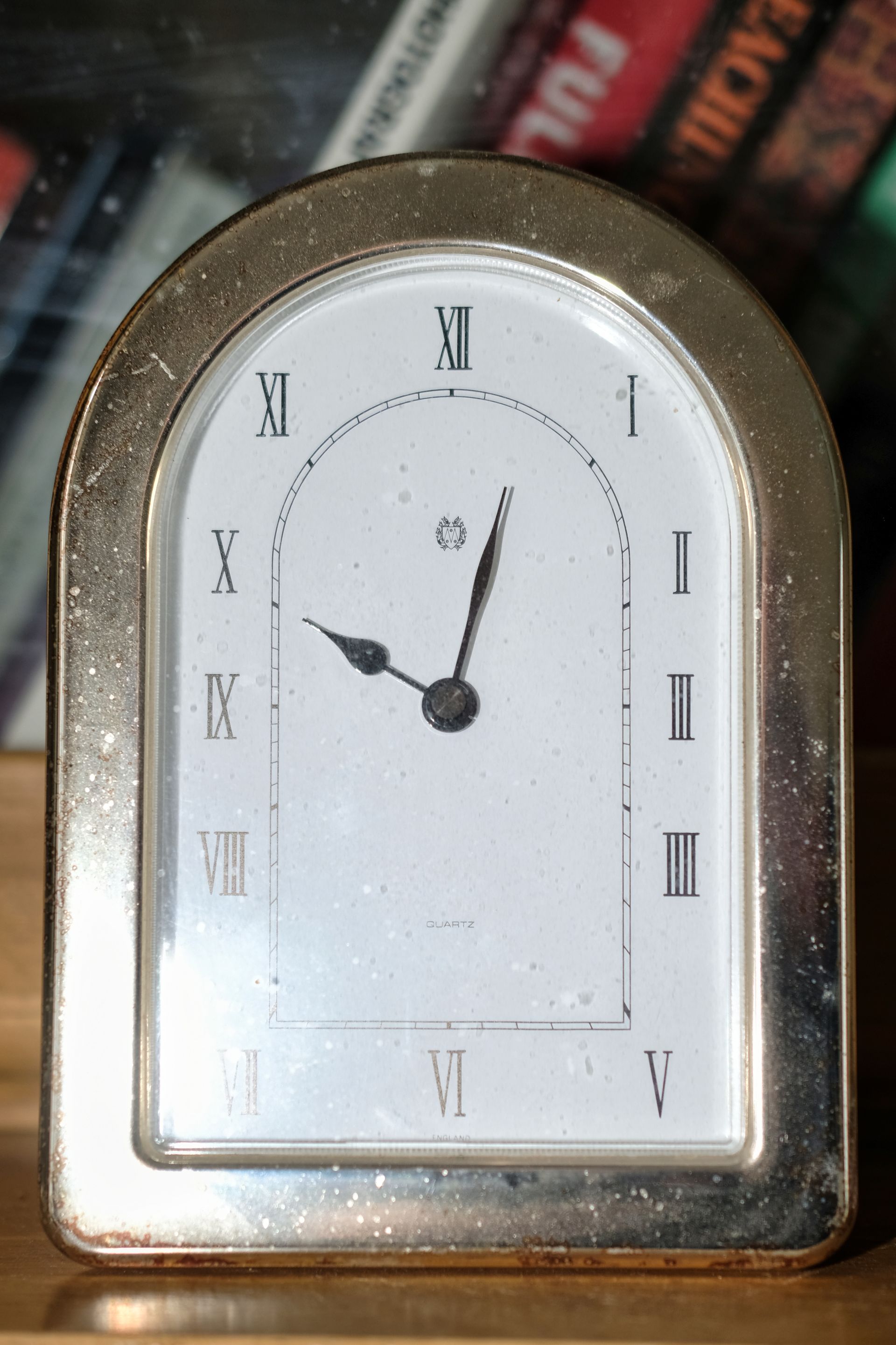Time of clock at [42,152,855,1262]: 10:02
